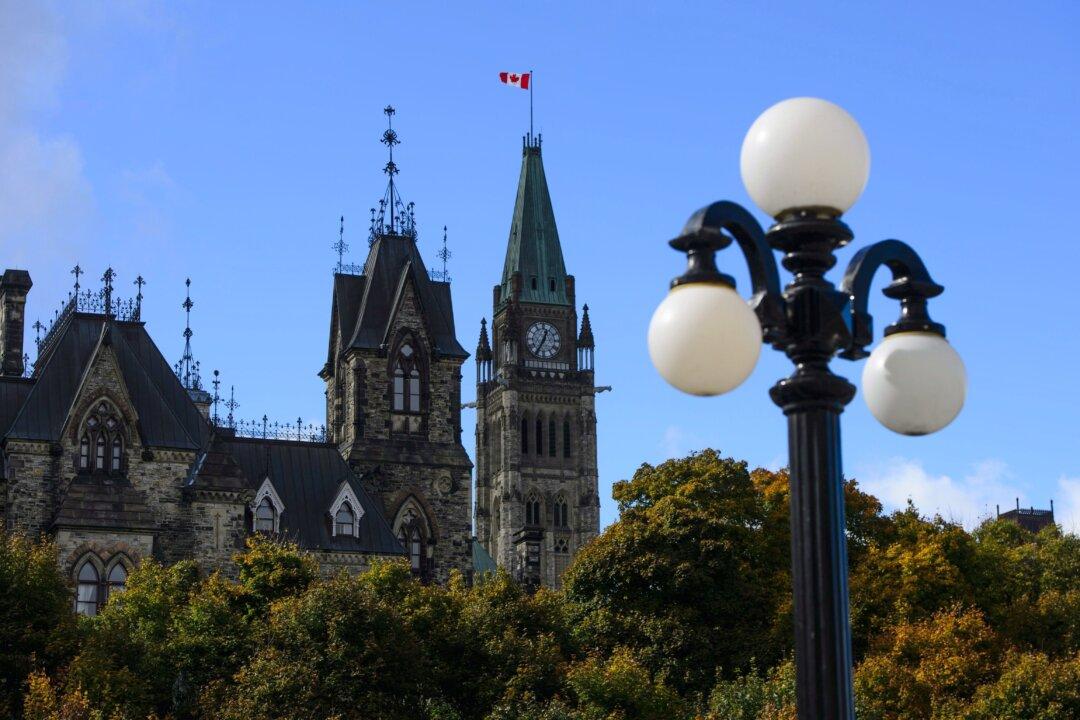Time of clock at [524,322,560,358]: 12:34
